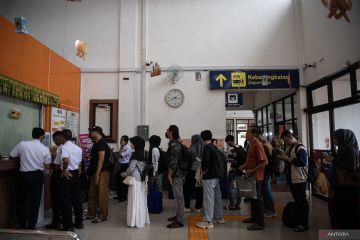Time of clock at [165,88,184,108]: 8:16
